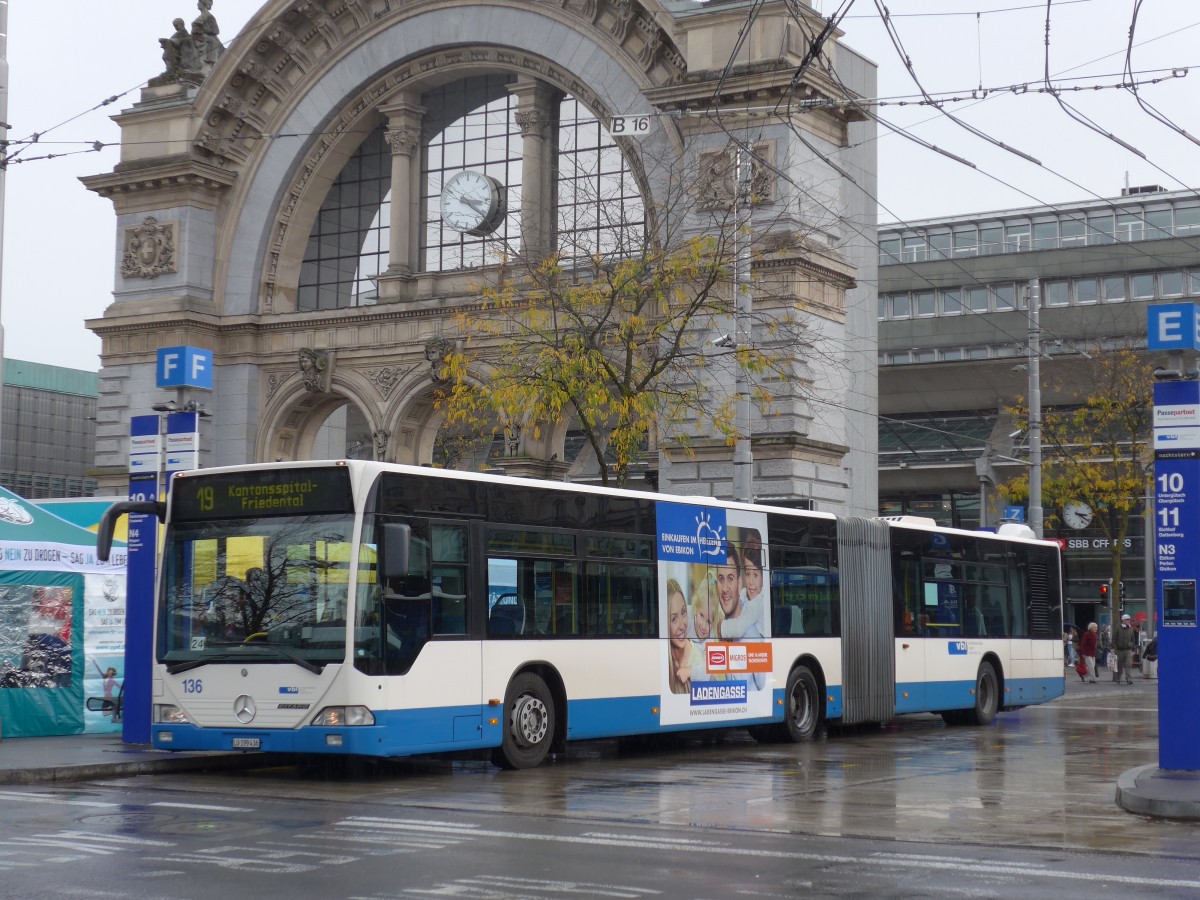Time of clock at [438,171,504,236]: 3:21
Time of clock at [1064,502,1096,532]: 3:21
